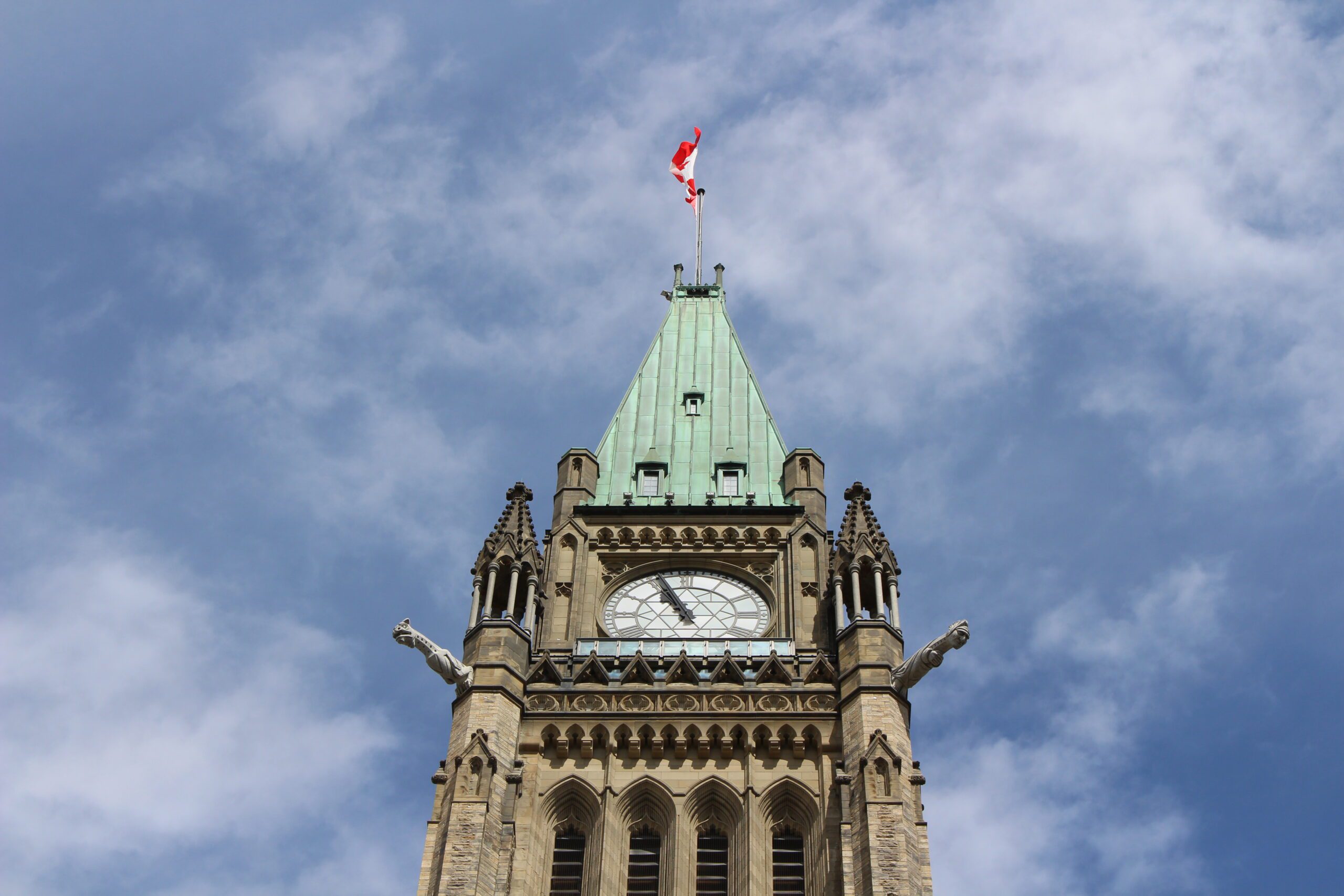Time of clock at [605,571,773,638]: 10:56
